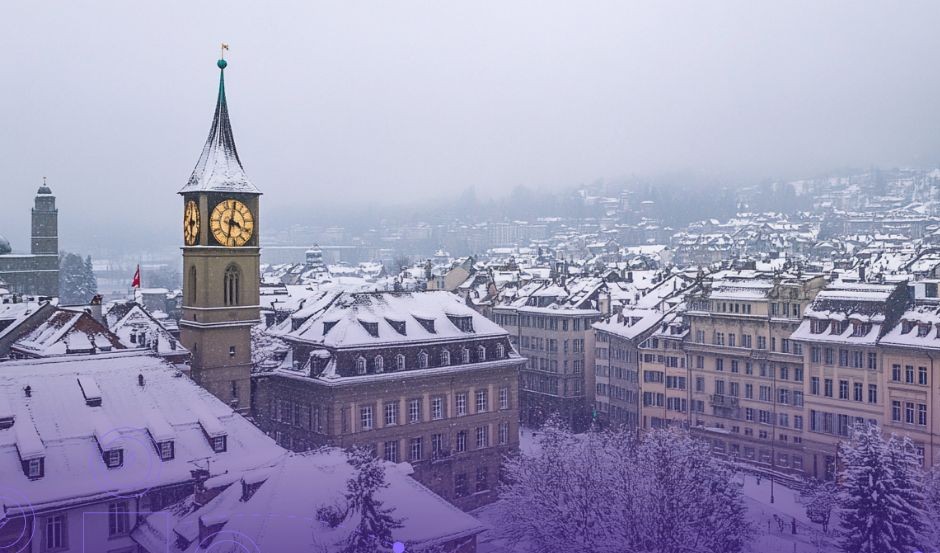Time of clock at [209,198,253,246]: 3:32
